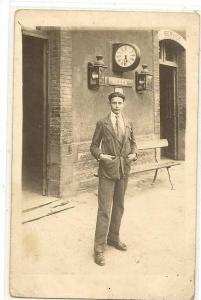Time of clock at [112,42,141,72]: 5:31
